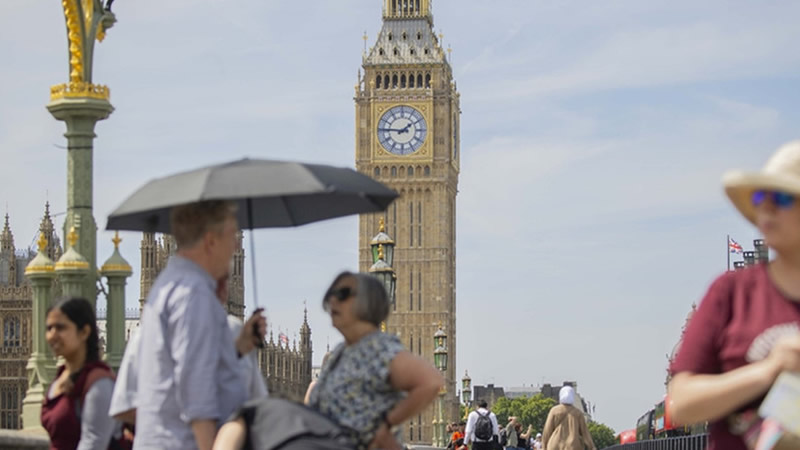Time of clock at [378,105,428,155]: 1:46
